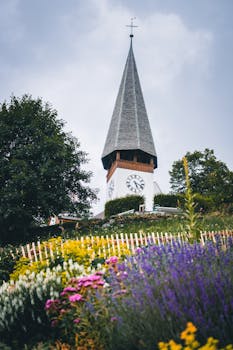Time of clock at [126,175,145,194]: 5:18
